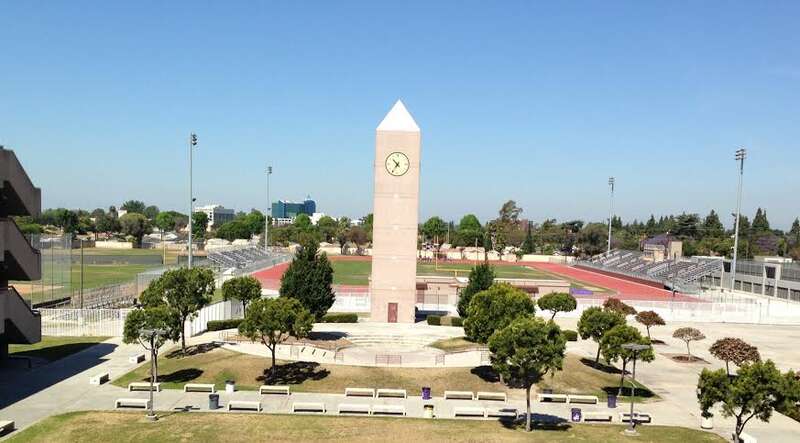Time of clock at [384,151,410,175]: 10:36
